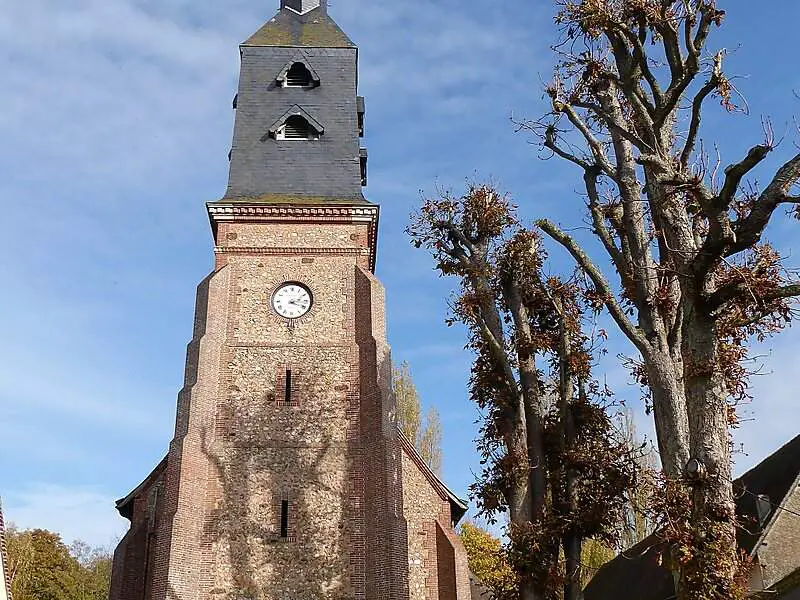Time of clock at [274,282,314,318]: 2:18
